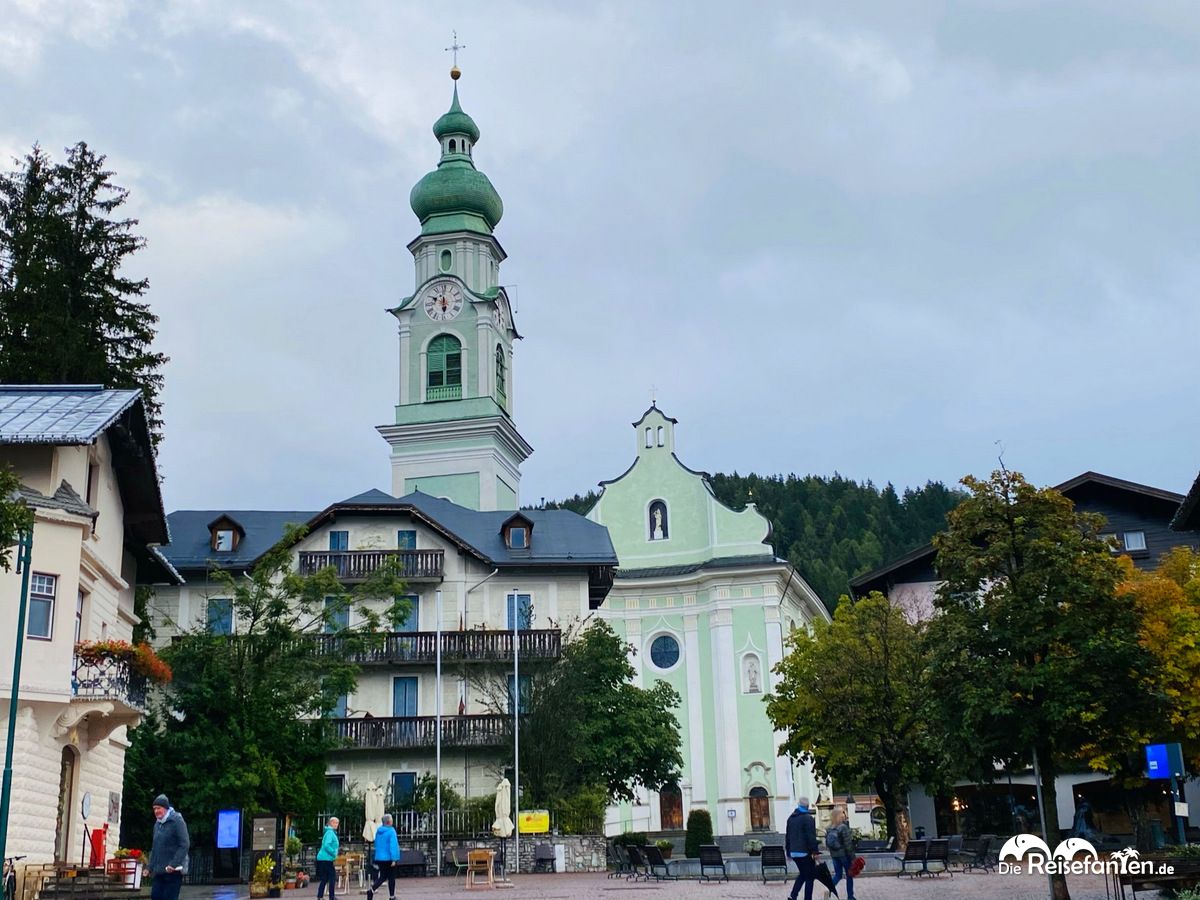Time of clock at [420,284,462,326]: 5:49
